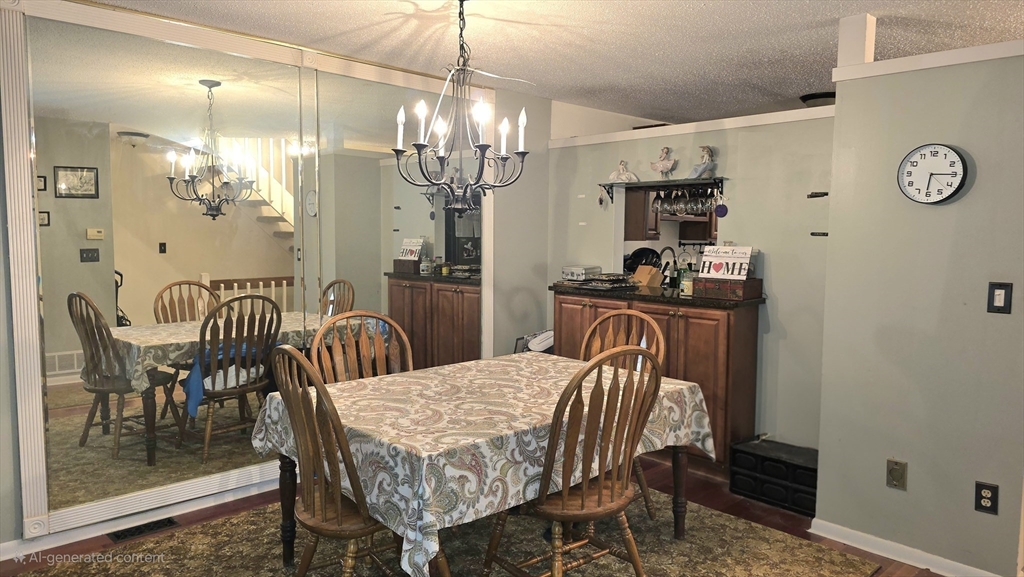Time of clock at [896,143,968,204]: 6:15
